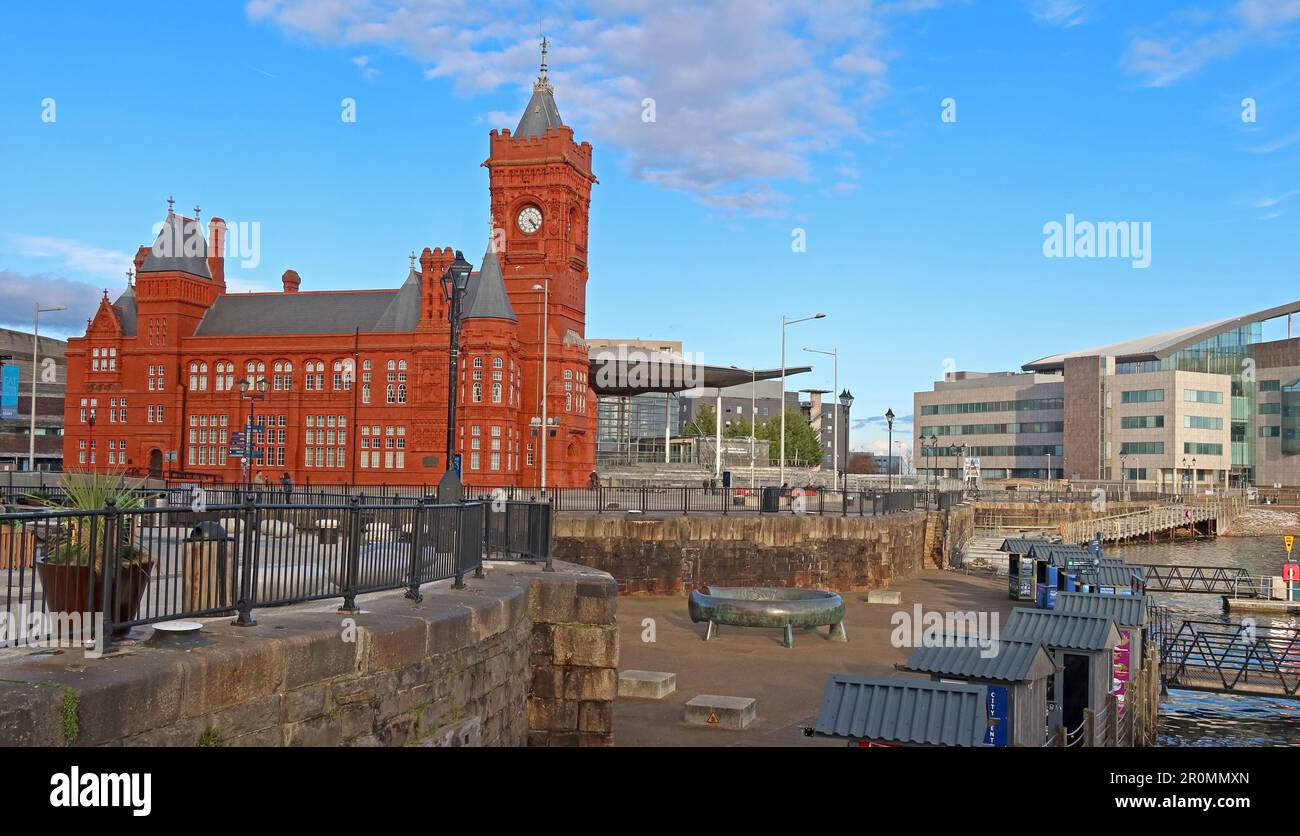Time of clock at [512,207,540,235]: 4:23
